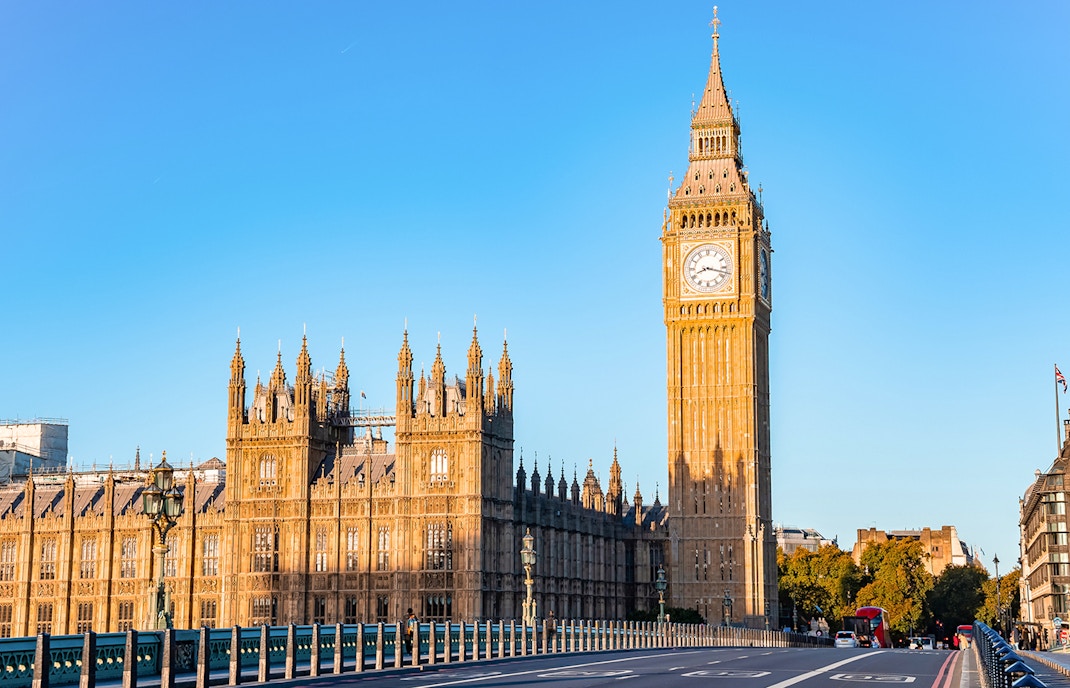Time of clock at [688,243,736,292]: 8:17
